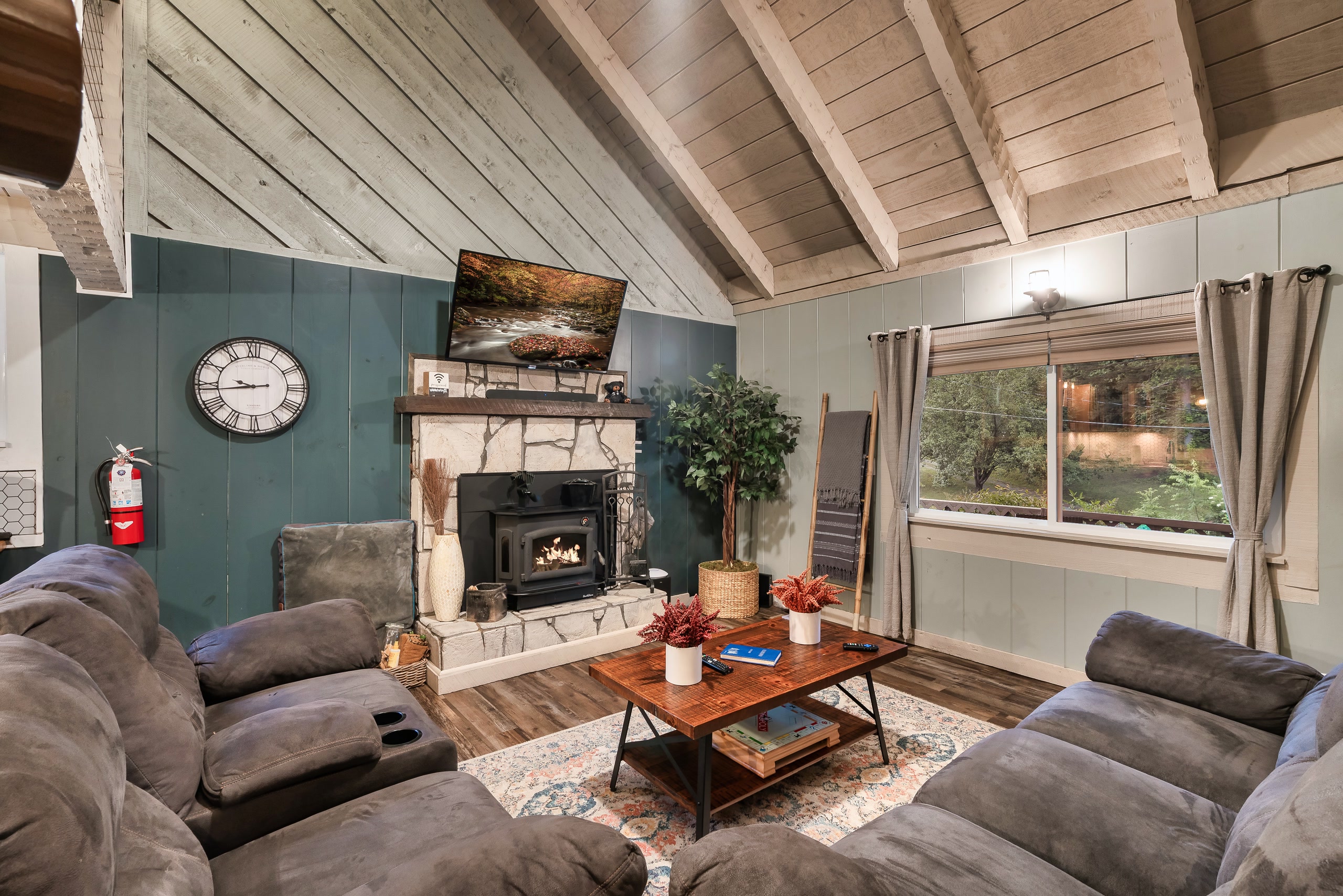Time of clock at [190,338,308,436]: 9:43
